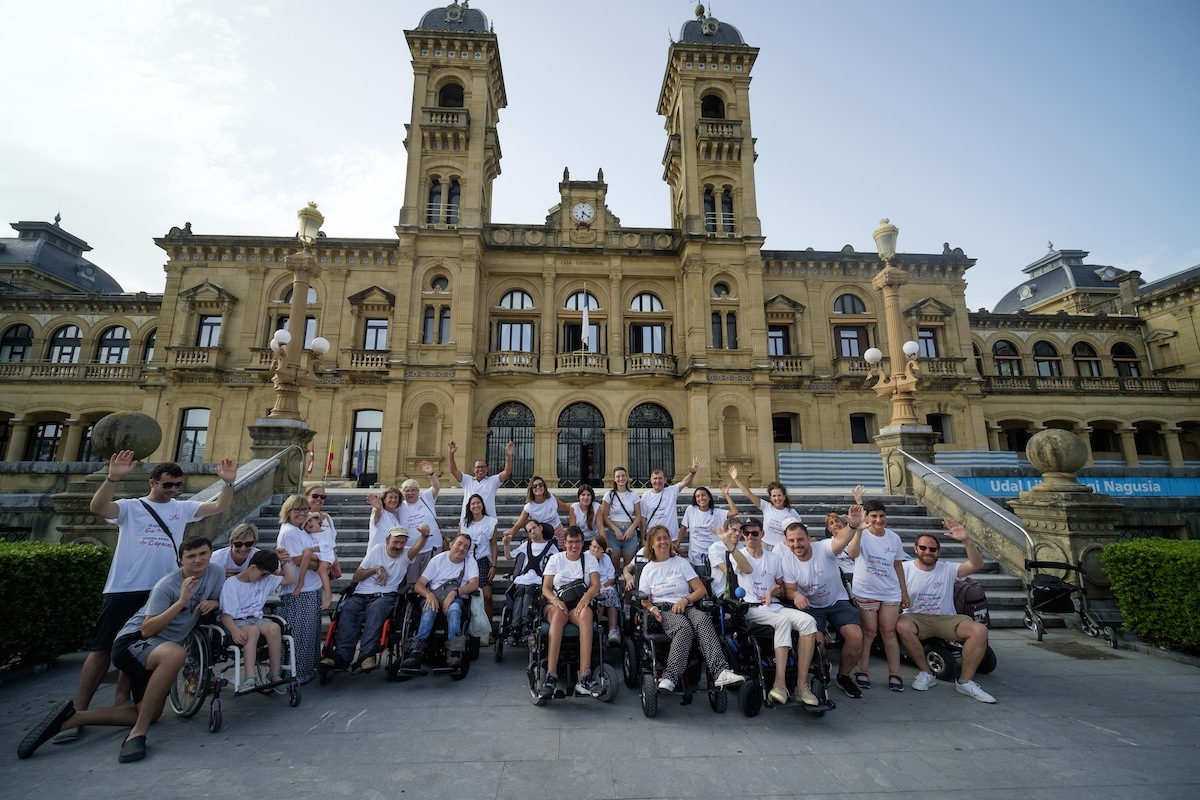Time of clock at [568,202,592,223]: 6:21
